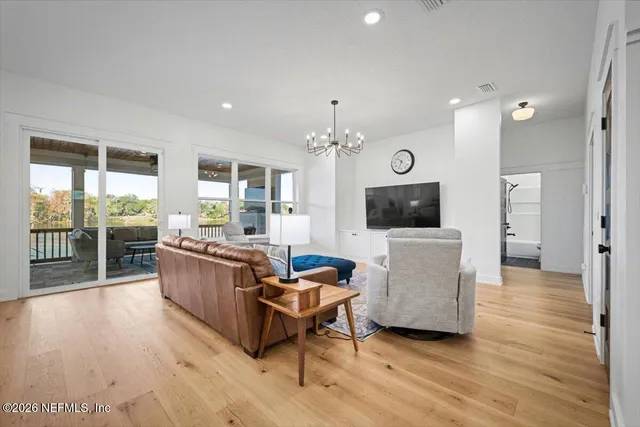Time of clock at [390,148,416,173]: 10:34
